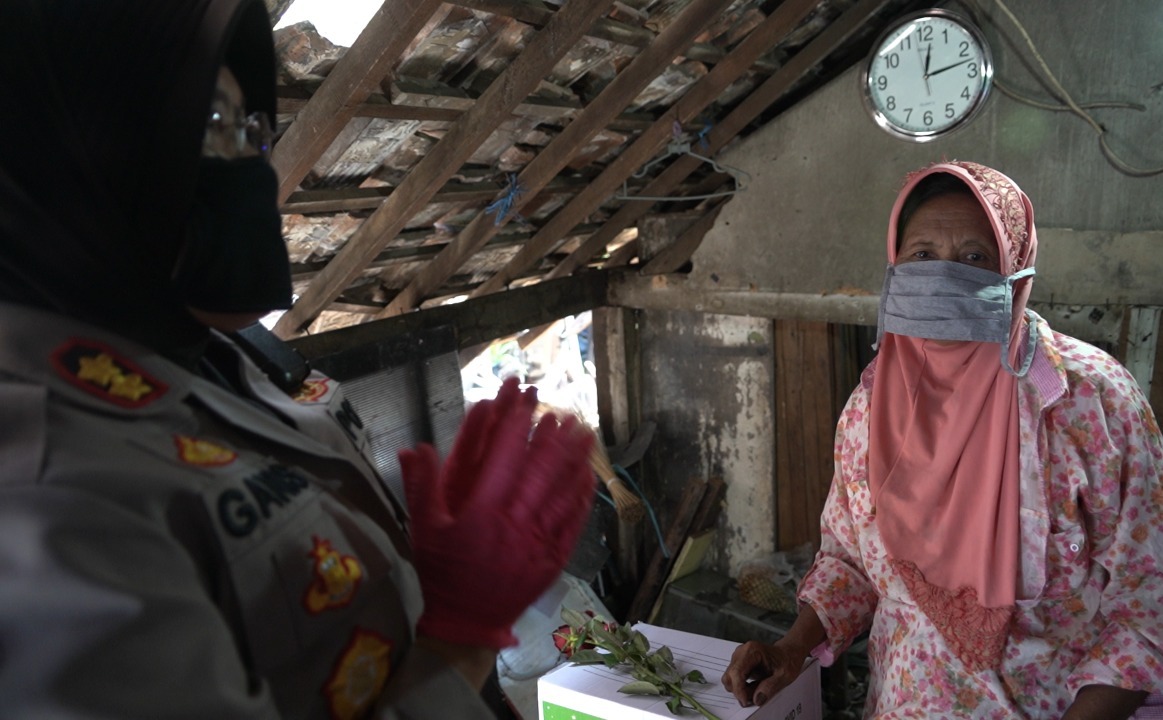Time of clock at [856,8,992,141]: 12:12
